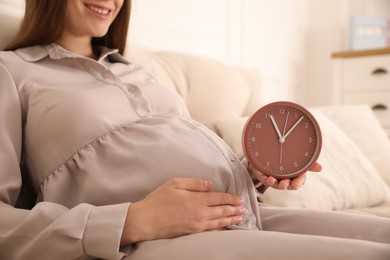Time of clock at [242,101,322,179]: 11:07
